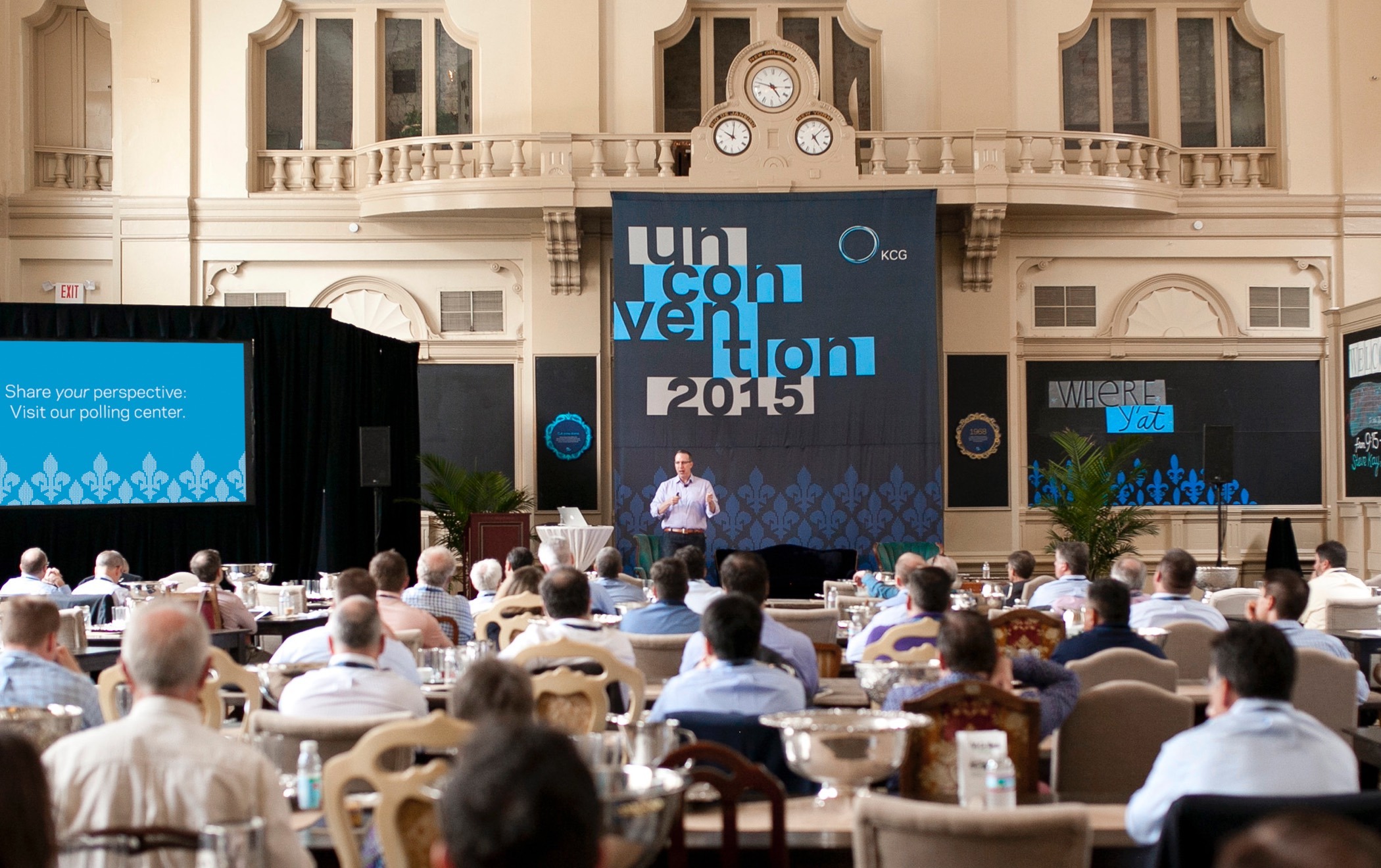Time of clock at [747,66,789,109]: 4:47
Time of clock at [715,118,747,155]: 10:00
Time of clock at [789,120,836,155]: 5:08
